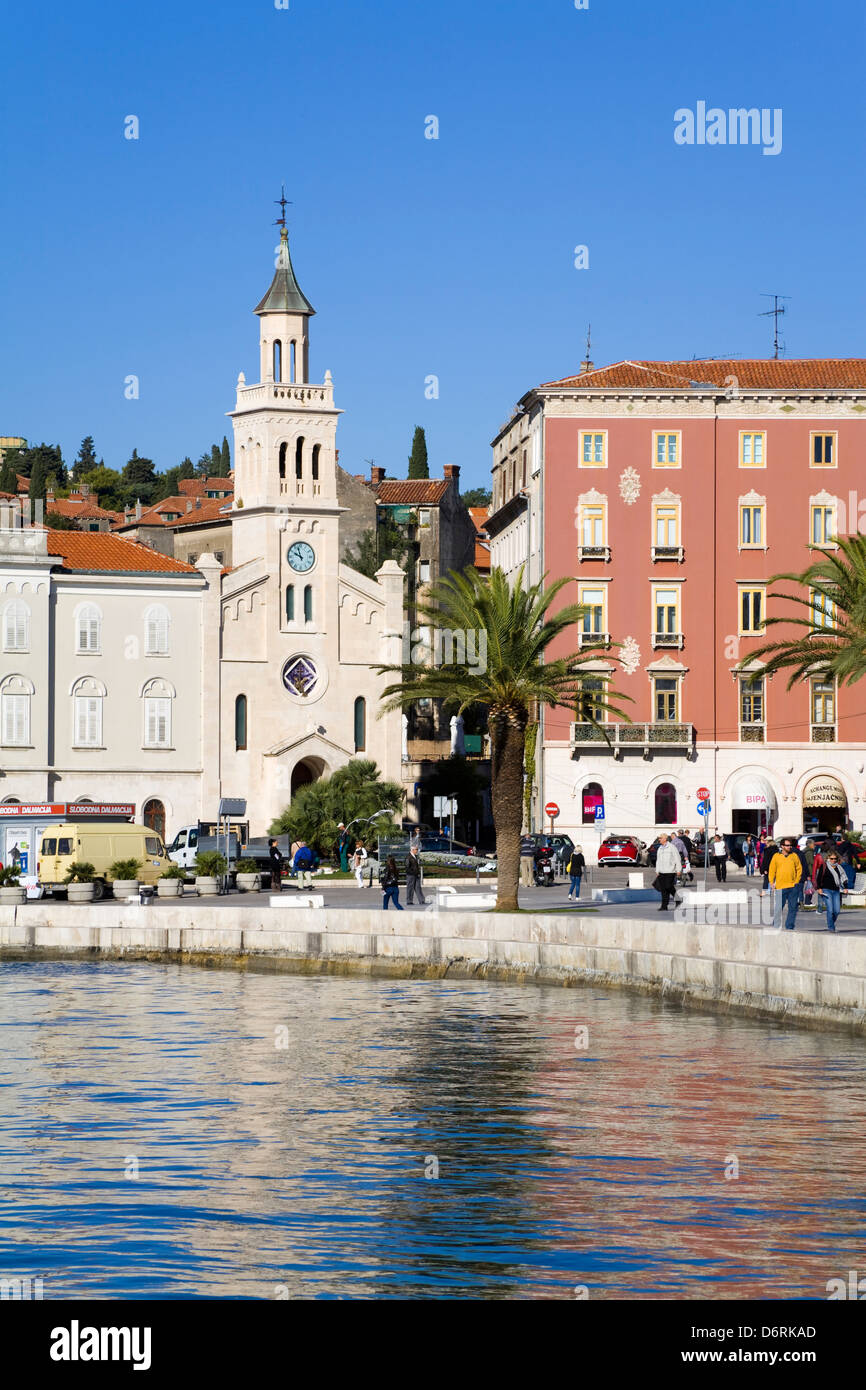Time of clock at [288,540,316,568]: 9:57
